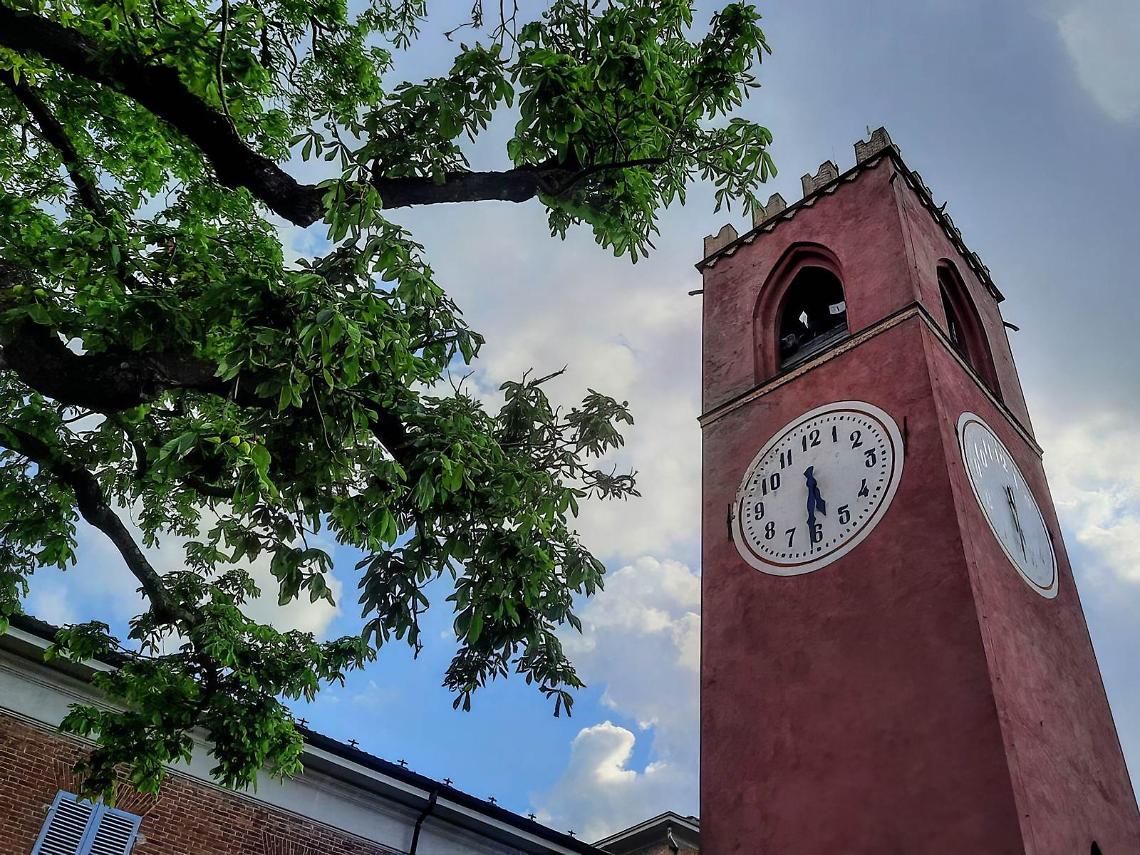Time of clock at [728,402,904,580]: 5:30
